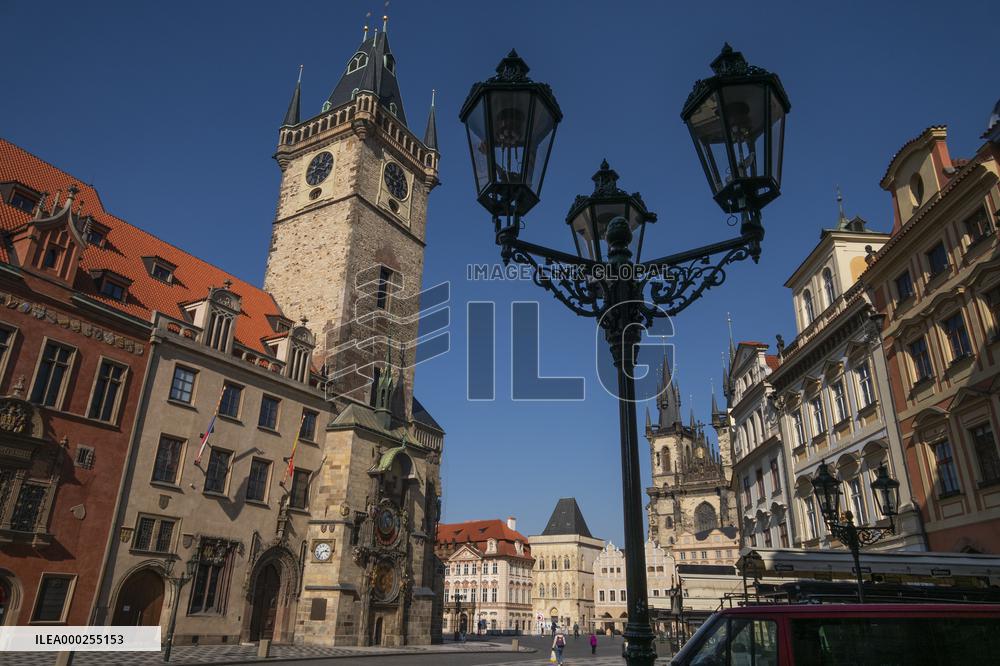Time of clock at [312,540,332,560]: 2:36
